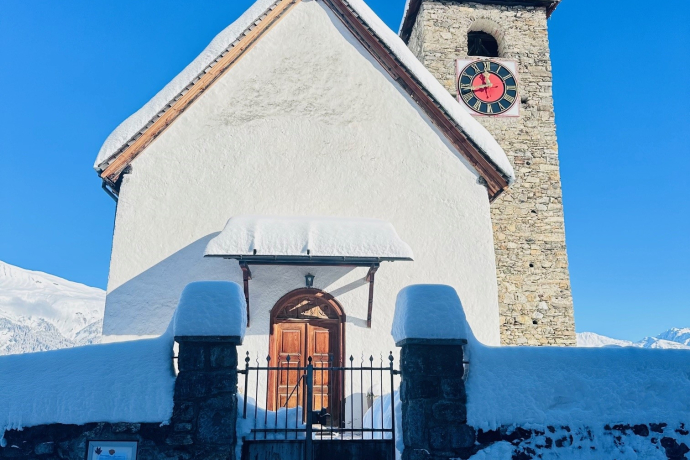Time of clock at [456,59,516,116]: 11:42
